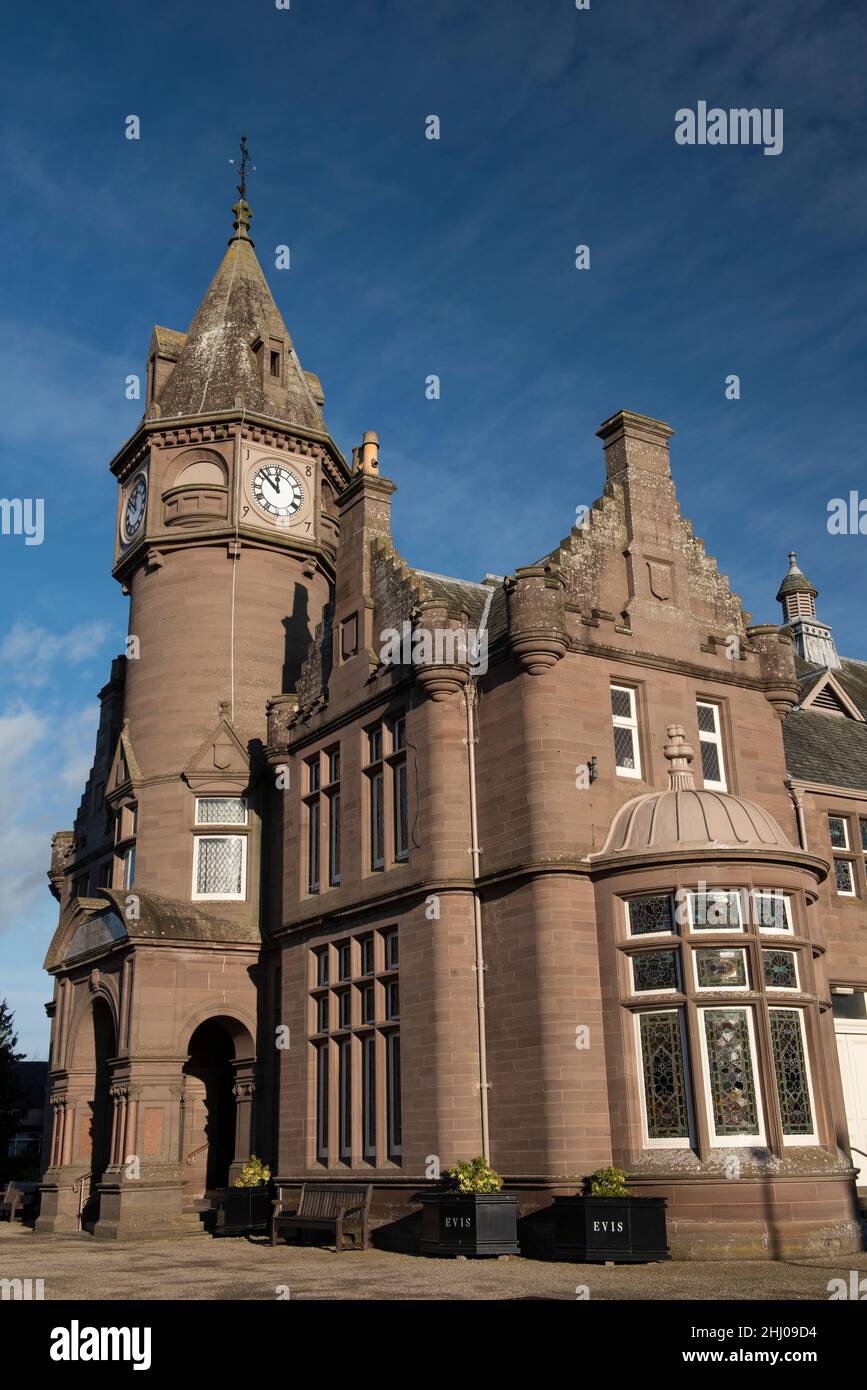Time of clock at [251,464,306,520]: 11:52
